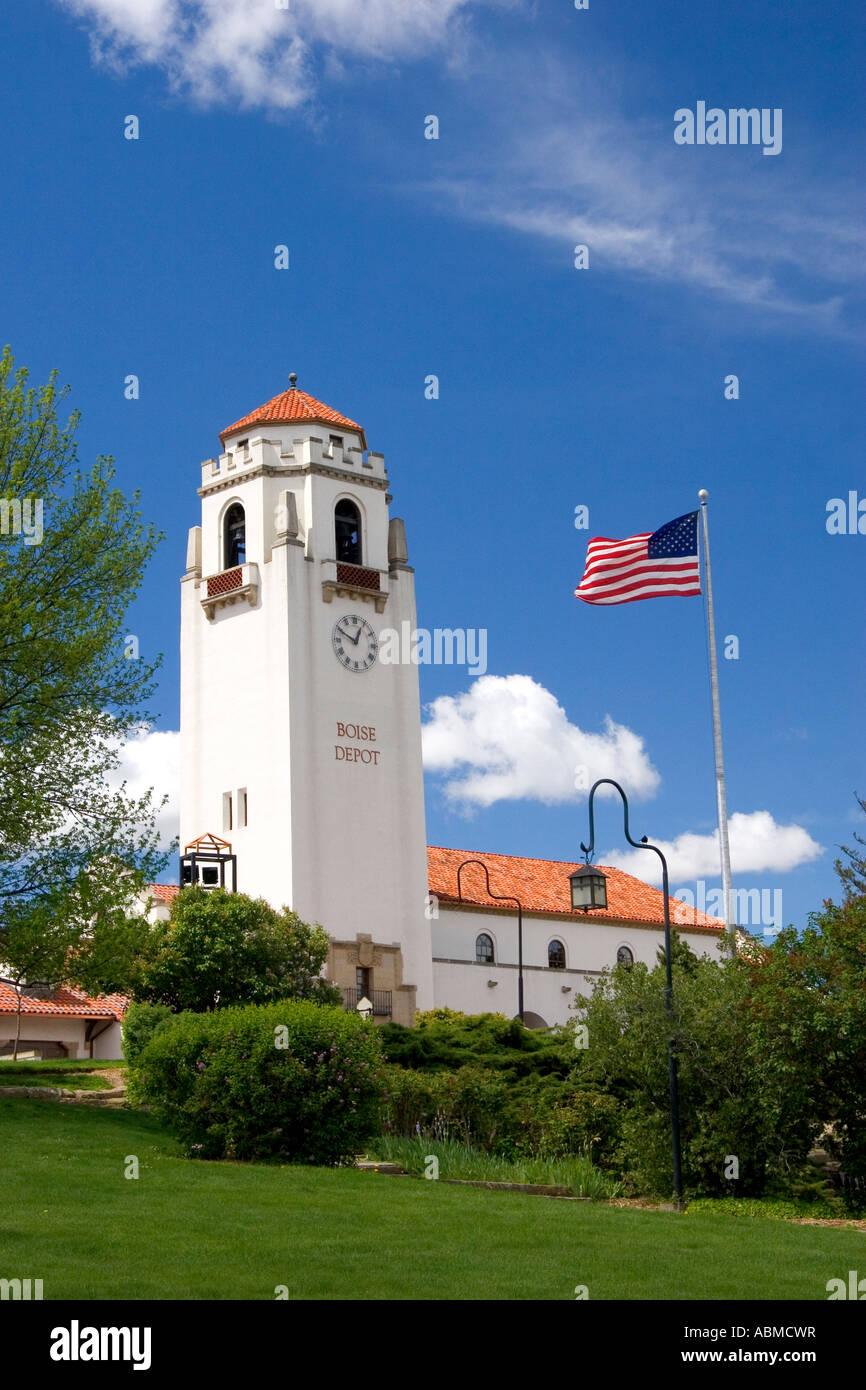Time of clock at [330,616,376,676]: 12:49
